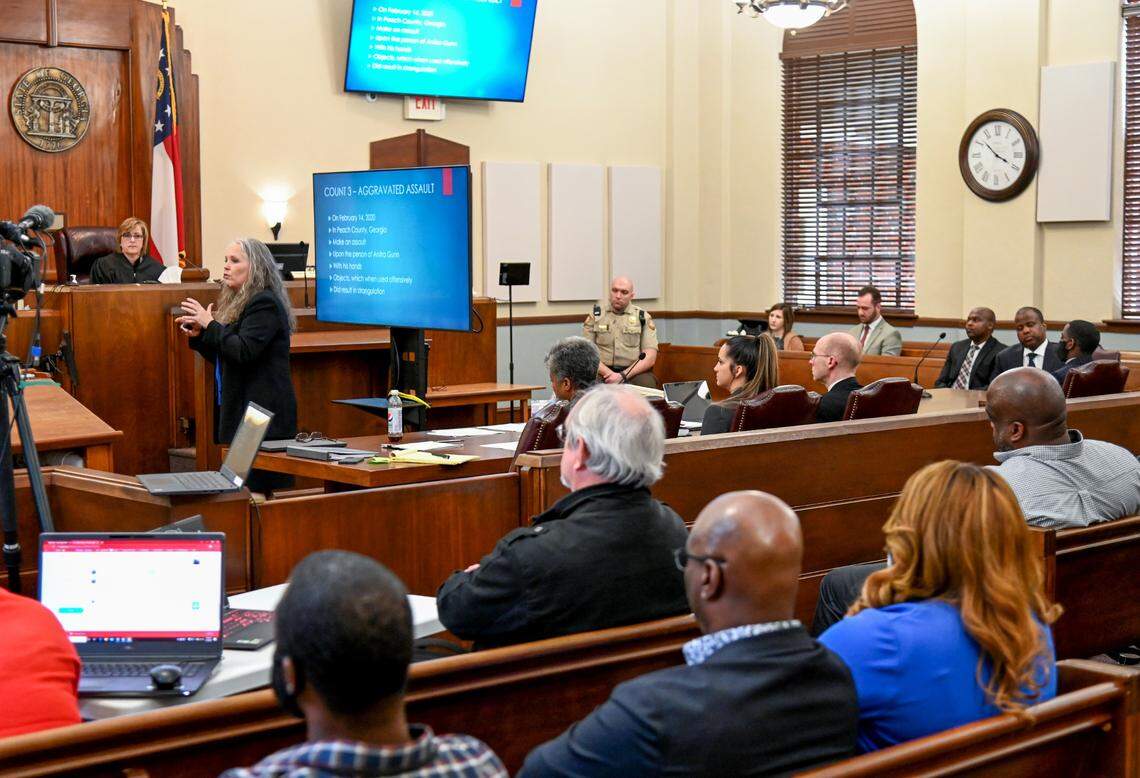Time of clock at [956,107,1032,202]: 3:52
